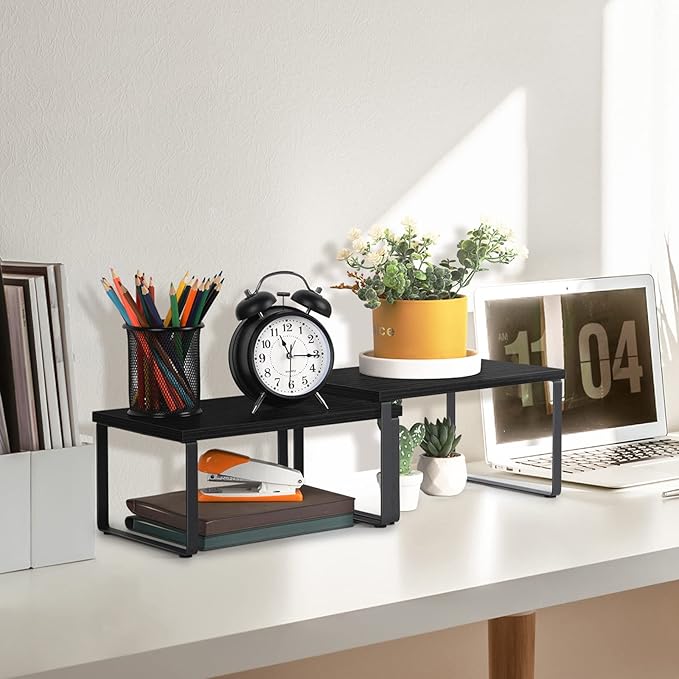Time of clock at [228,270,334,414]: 11:15
